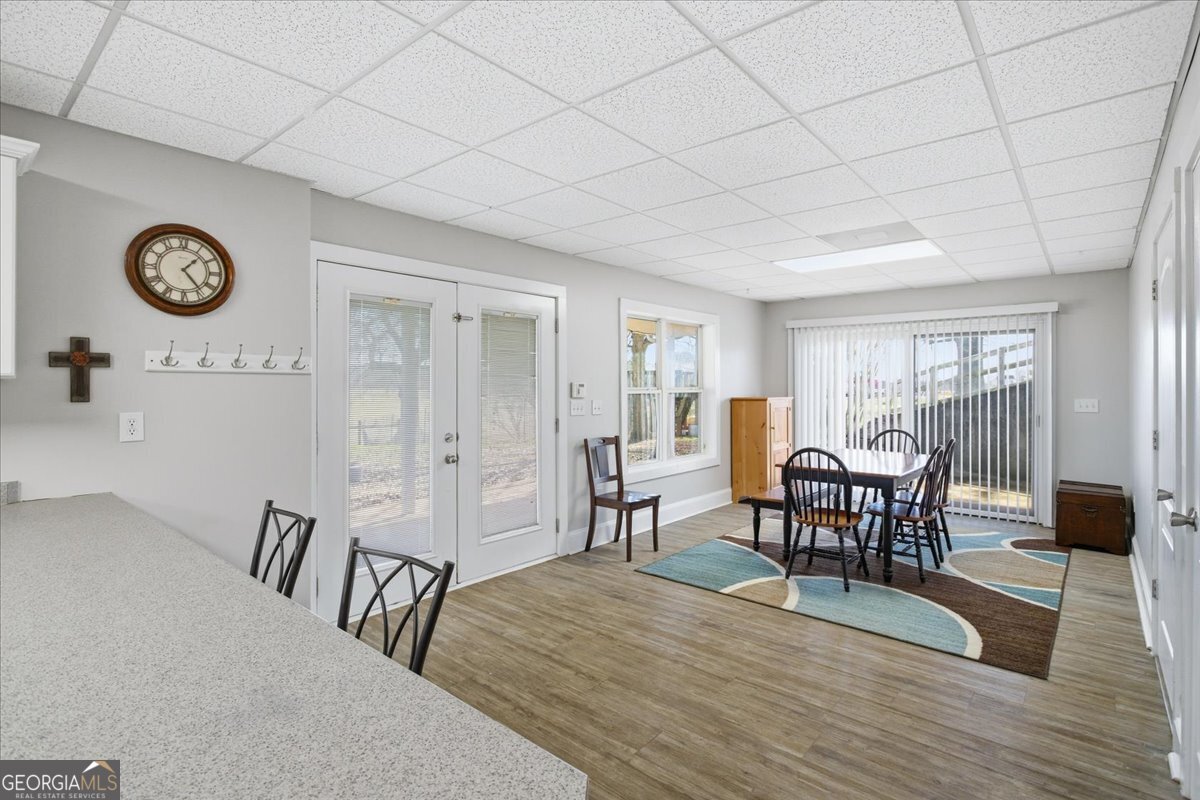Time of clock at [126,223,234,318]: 1:23
